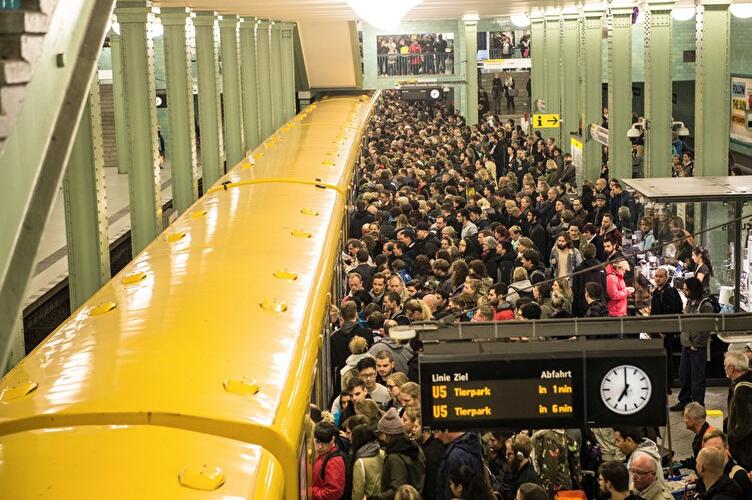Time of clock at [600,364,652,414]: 6:59
